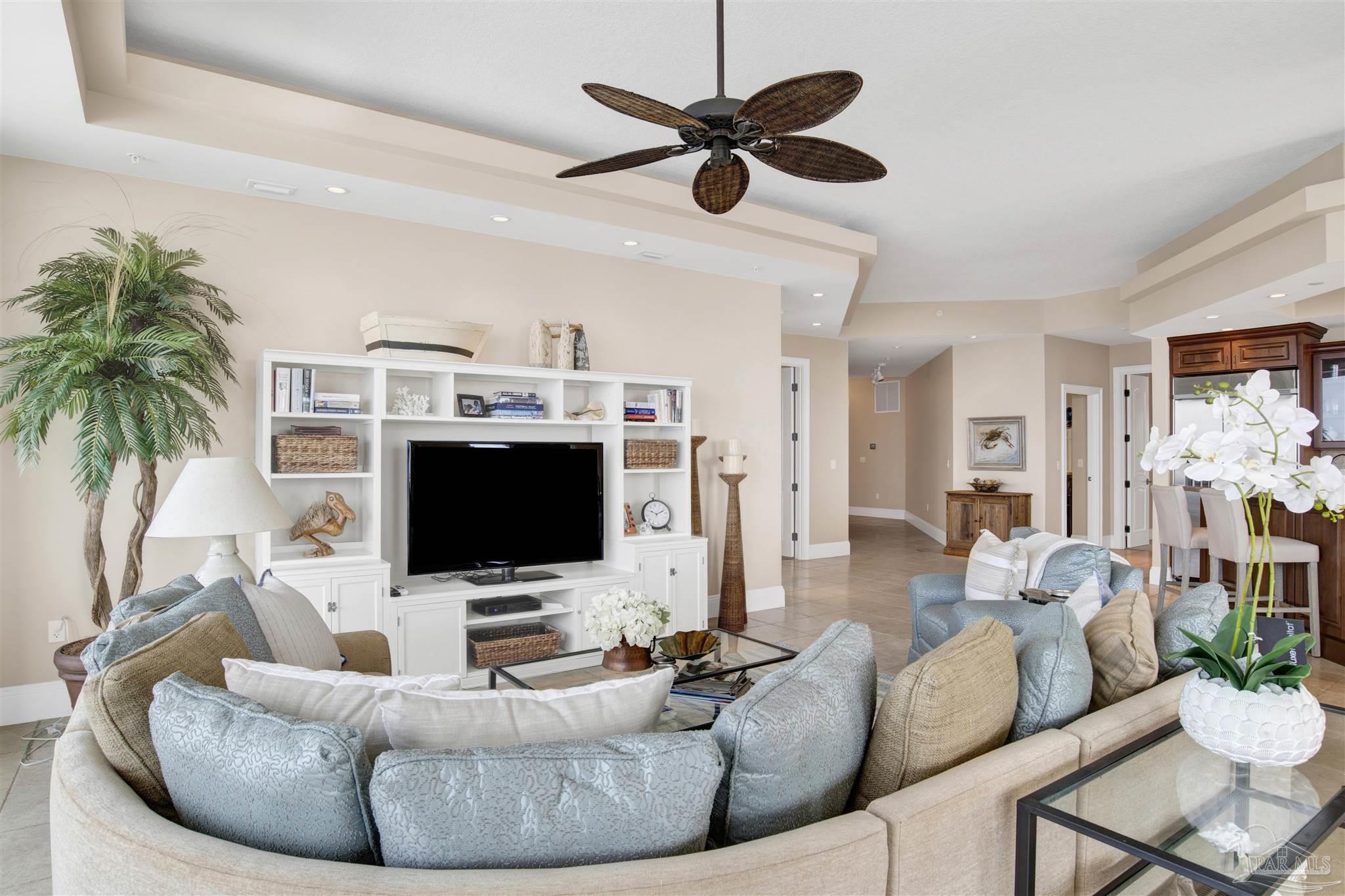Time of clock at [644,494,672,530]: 10:11
